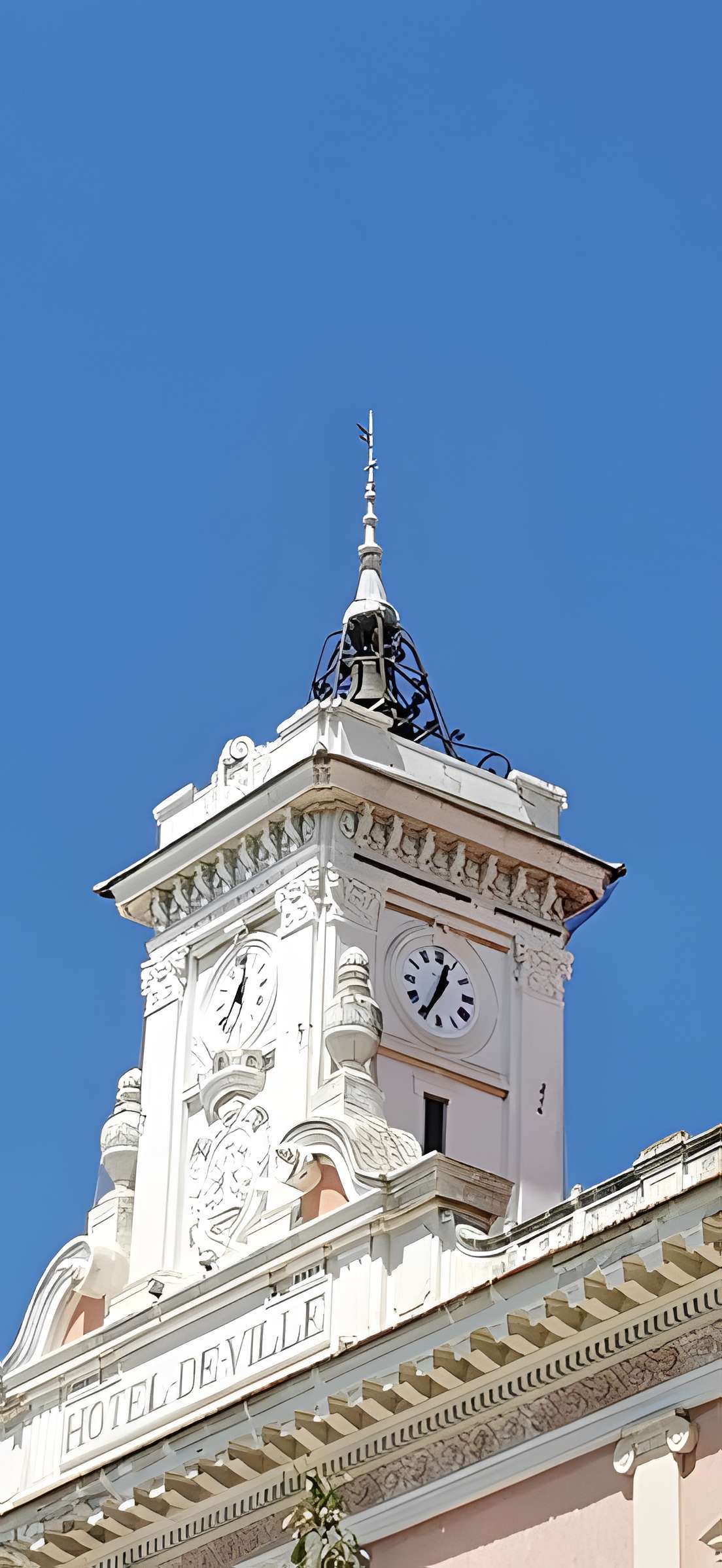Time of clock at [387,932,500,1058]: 12:34
